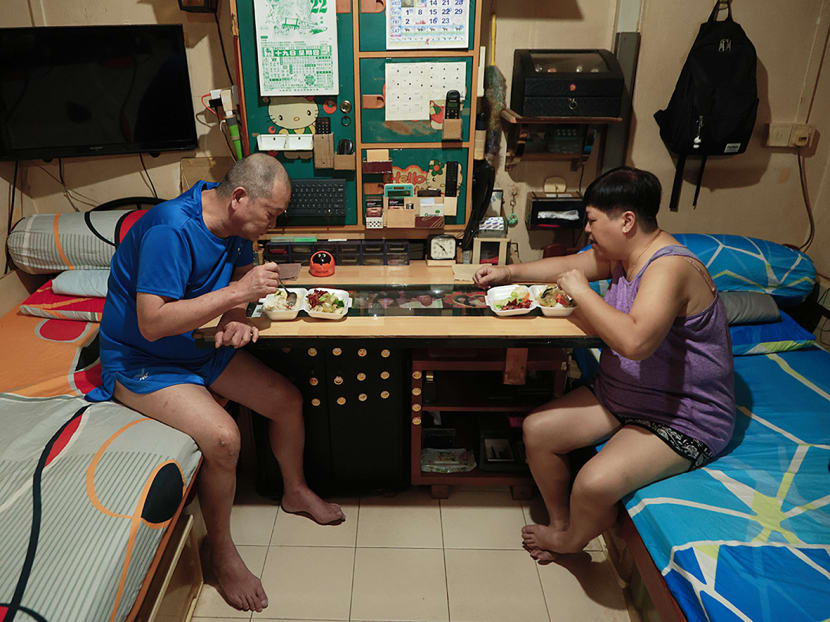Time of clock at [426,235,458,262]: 4:51
